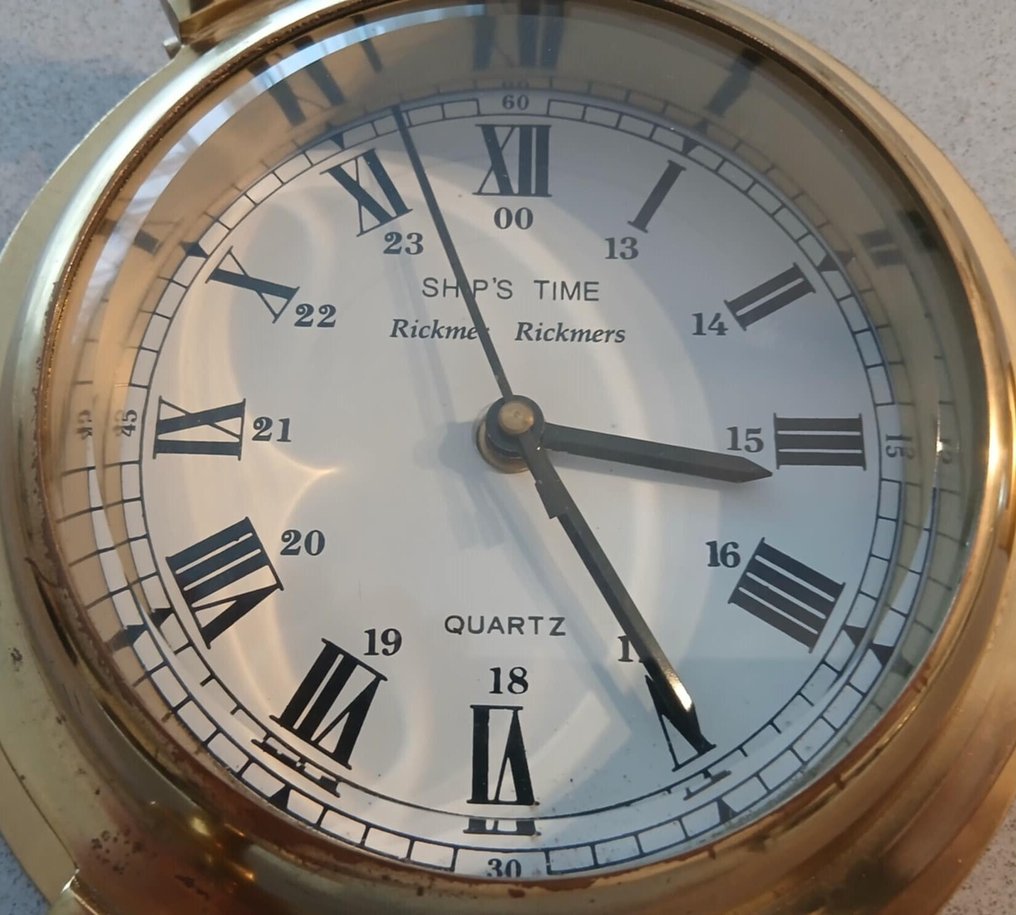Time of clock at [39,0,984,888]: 3:24
